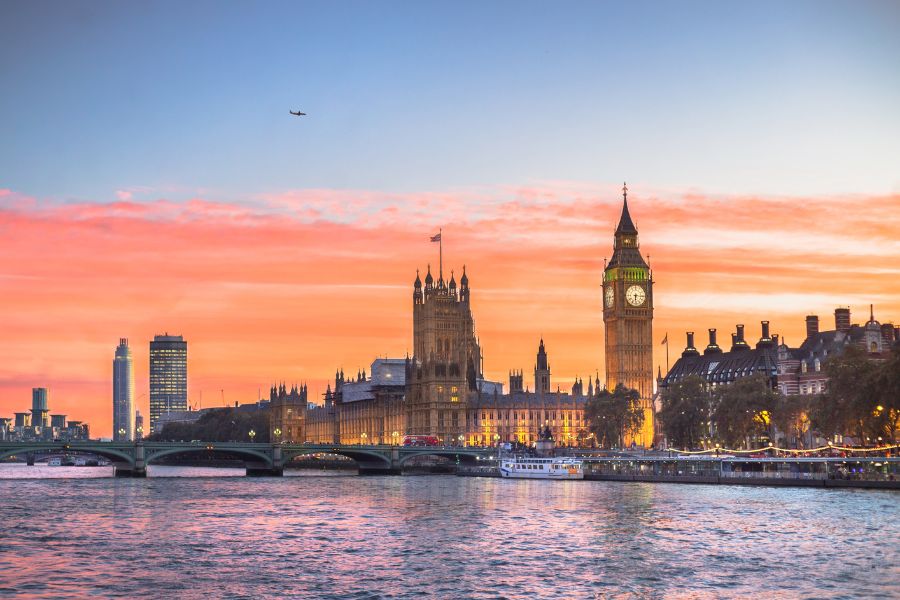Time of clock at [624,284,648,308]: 6:15
